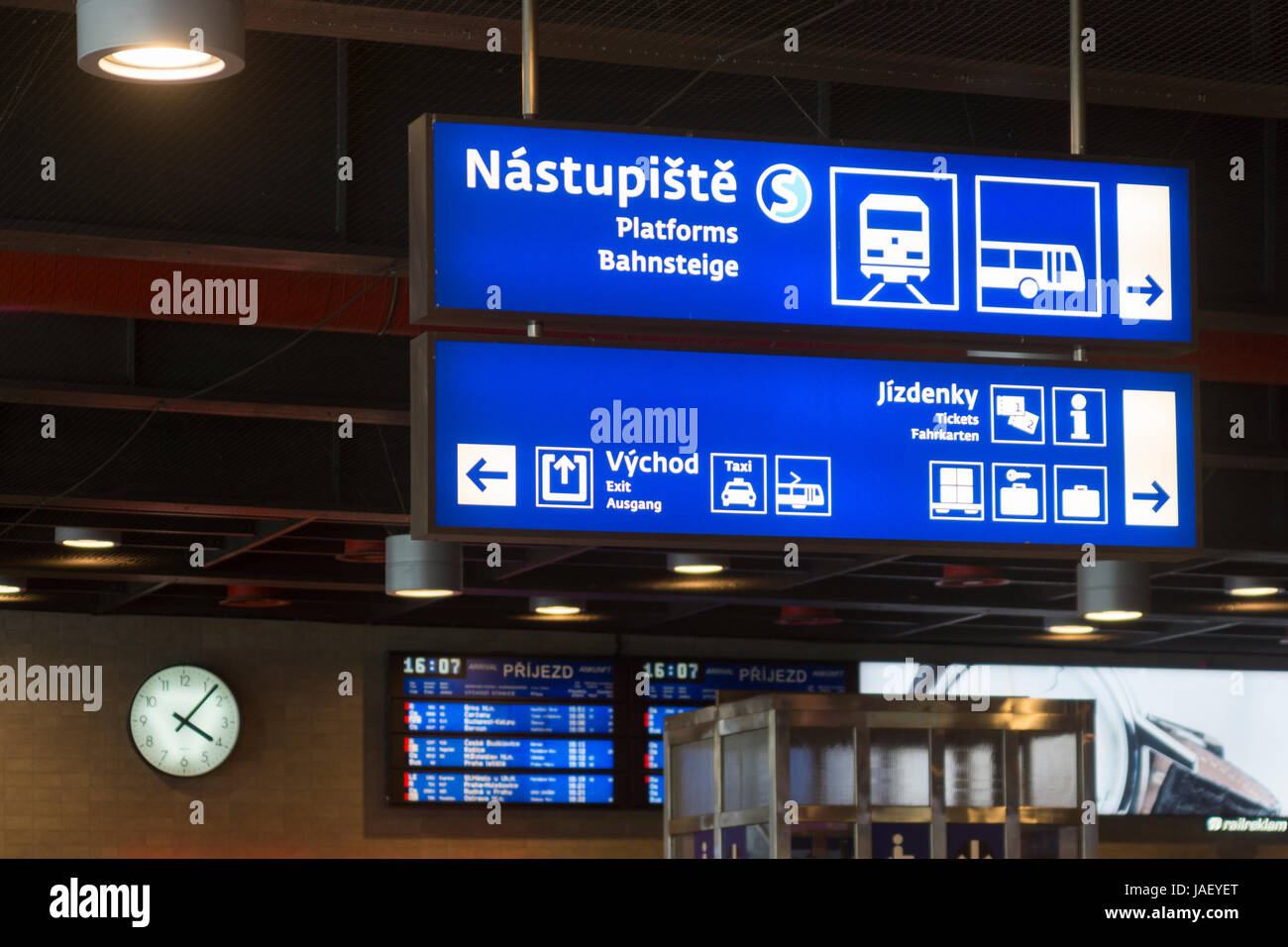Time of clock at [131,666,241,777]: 4:07
